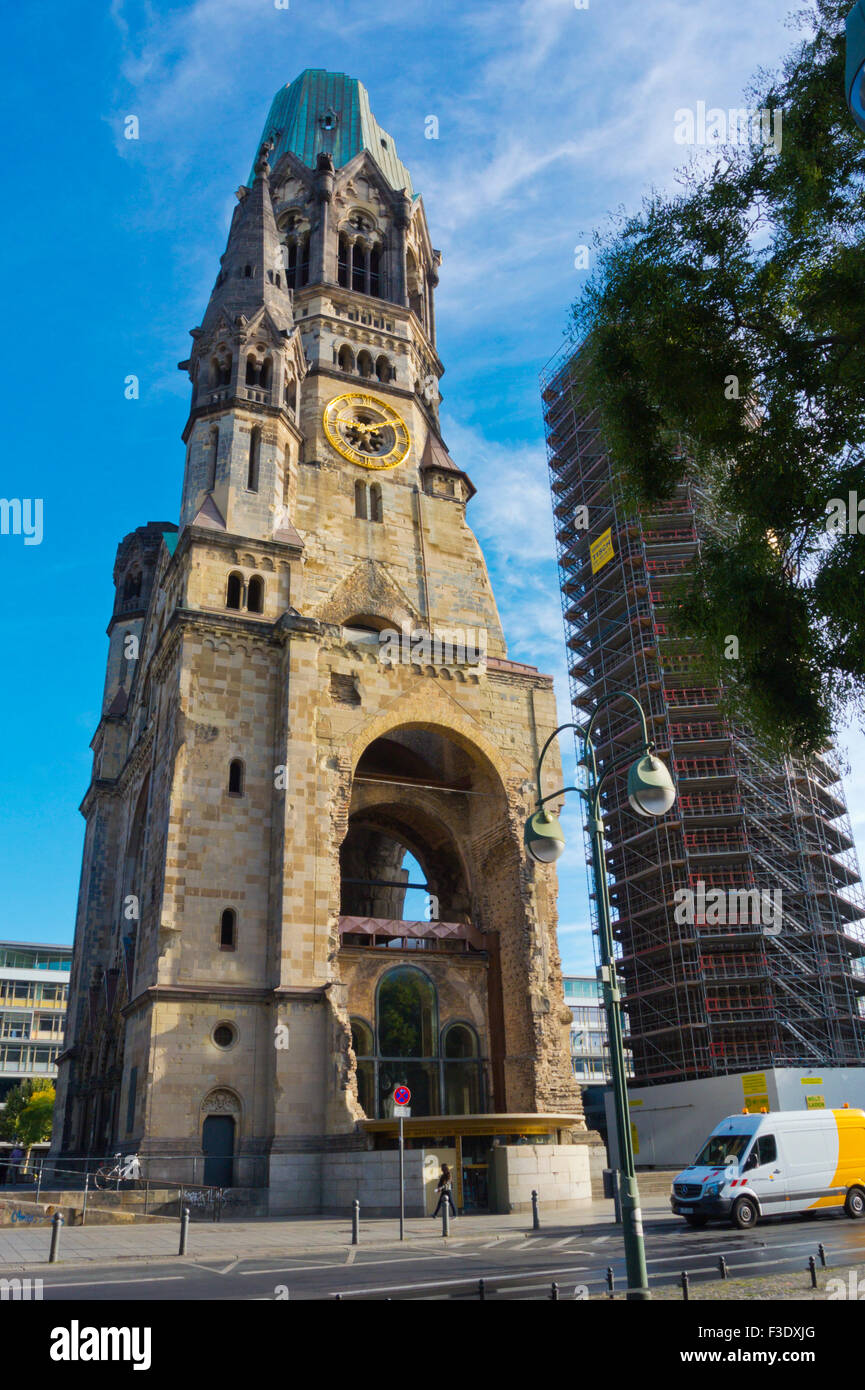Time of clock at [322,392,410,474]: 5:09
